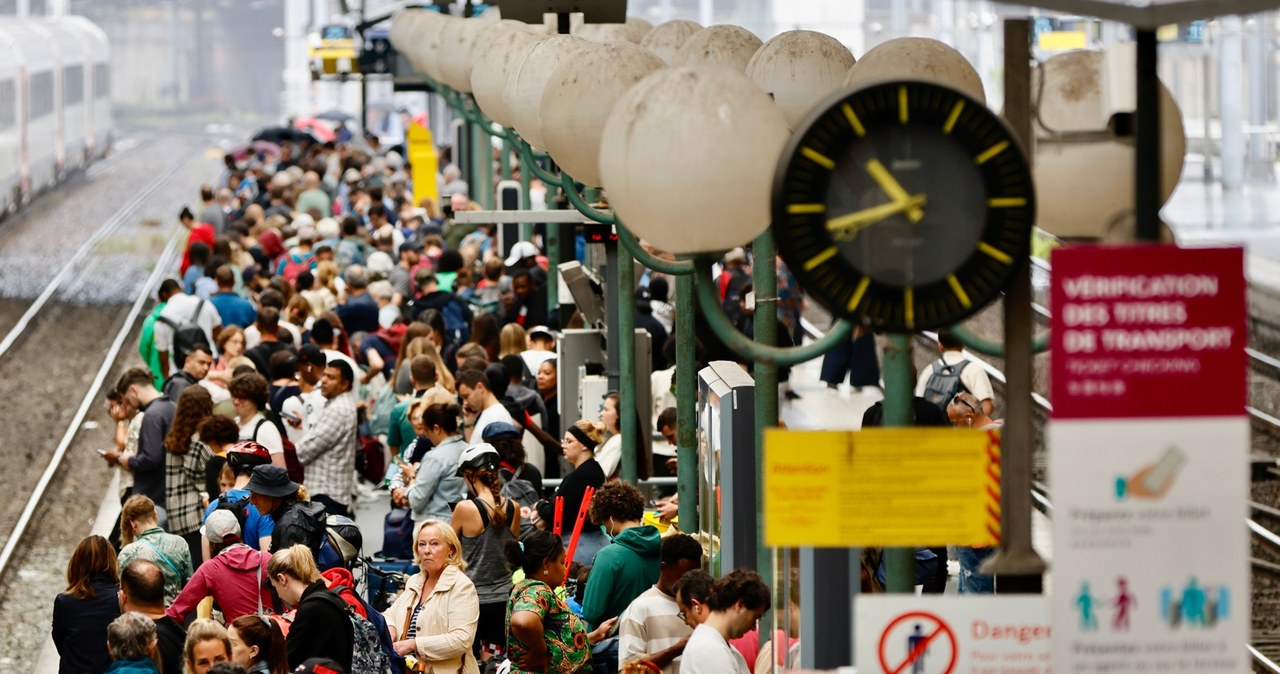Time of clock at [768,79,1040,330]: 10:42
